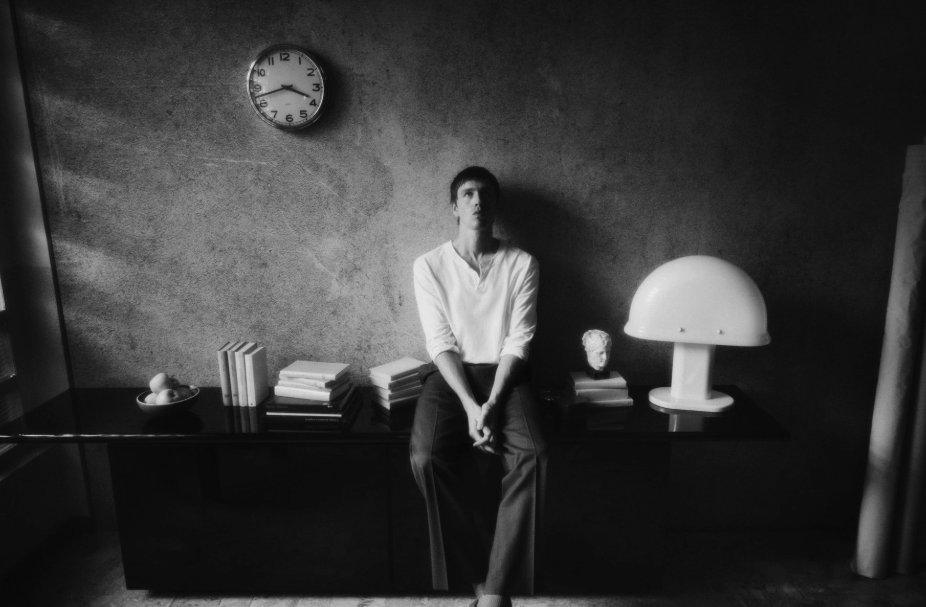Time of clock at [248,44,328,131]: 3:42
